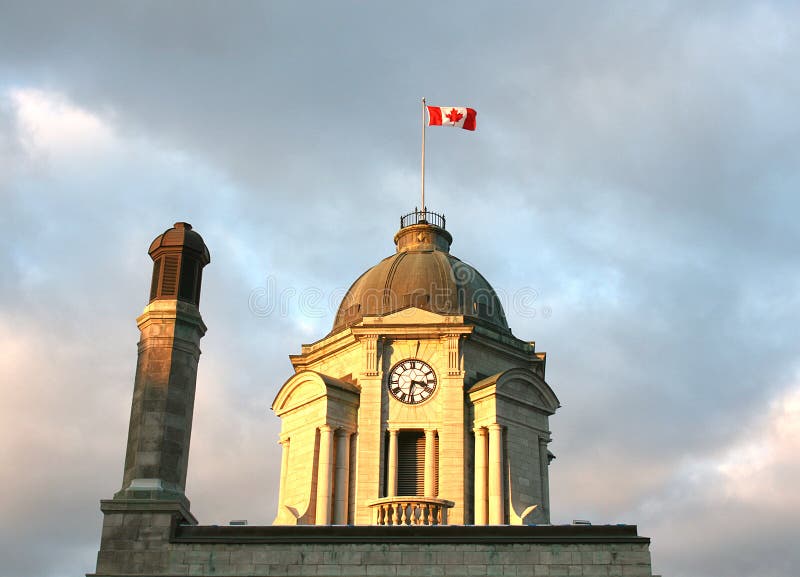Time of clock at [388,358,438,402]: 3:32
